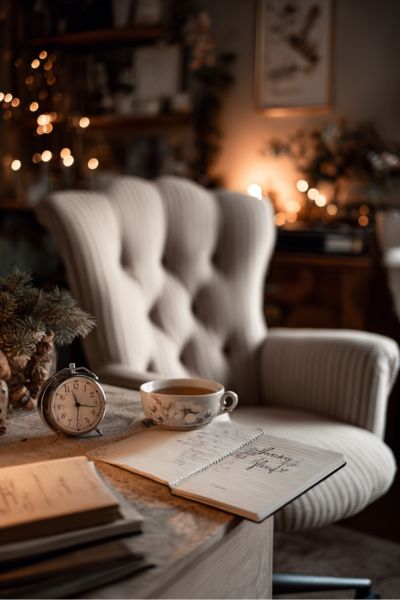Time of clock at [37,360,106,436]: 11:17
